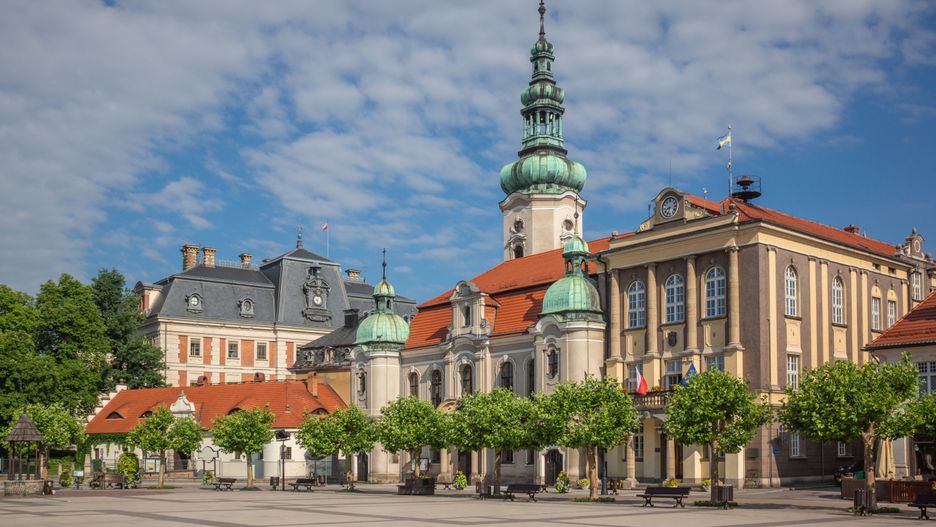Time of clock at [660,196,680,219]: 8:33
